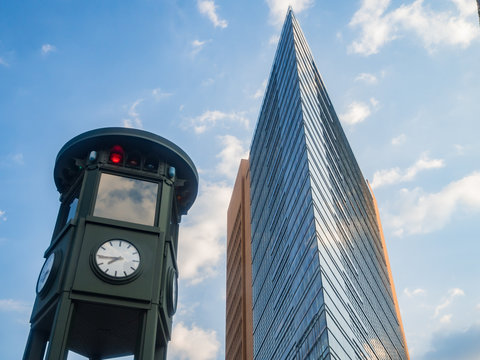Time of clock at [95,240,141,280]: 7:44
